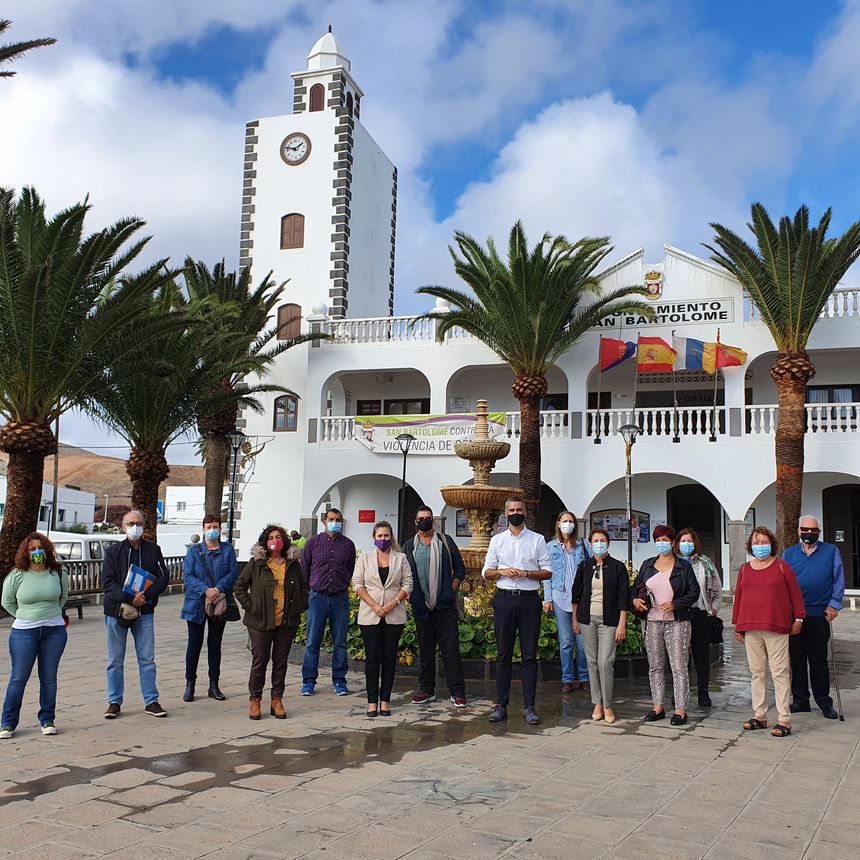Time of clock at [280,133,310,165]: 1:47
